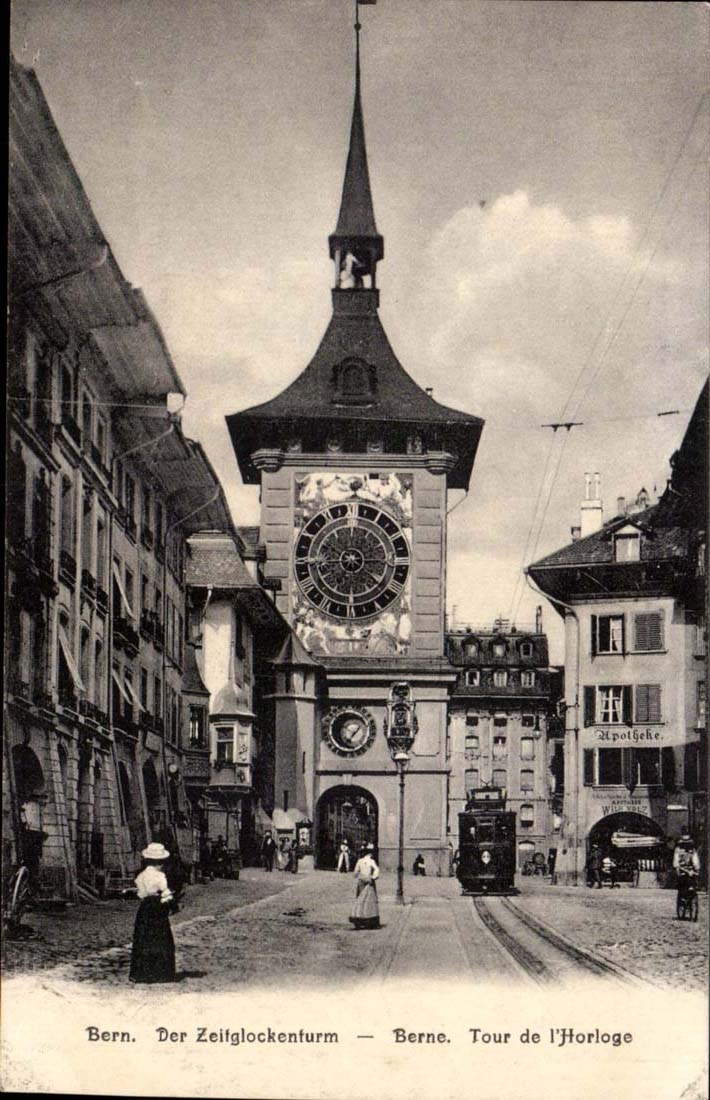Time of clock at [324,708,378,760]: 7:07
